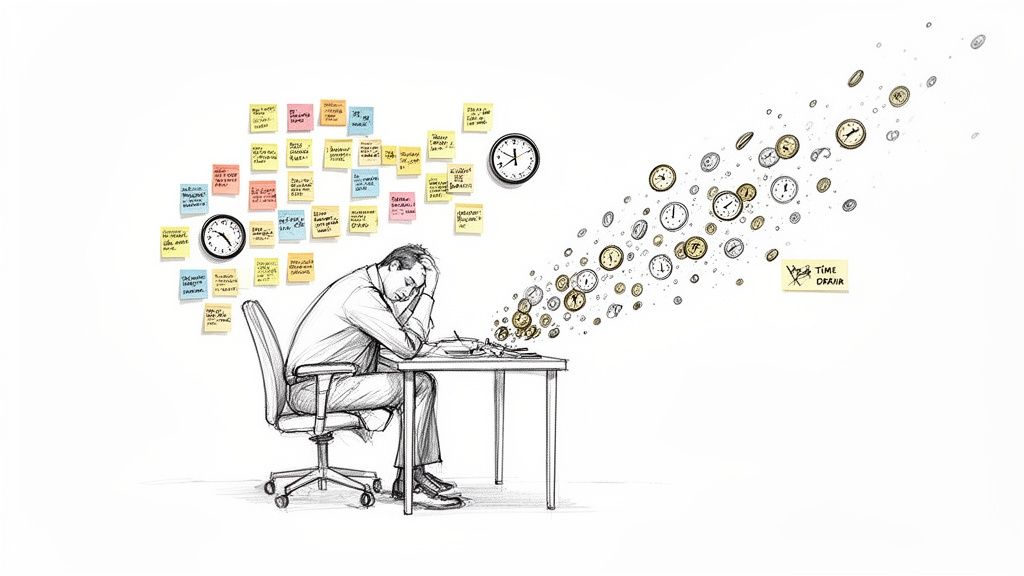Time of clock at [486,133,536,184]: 11:49
